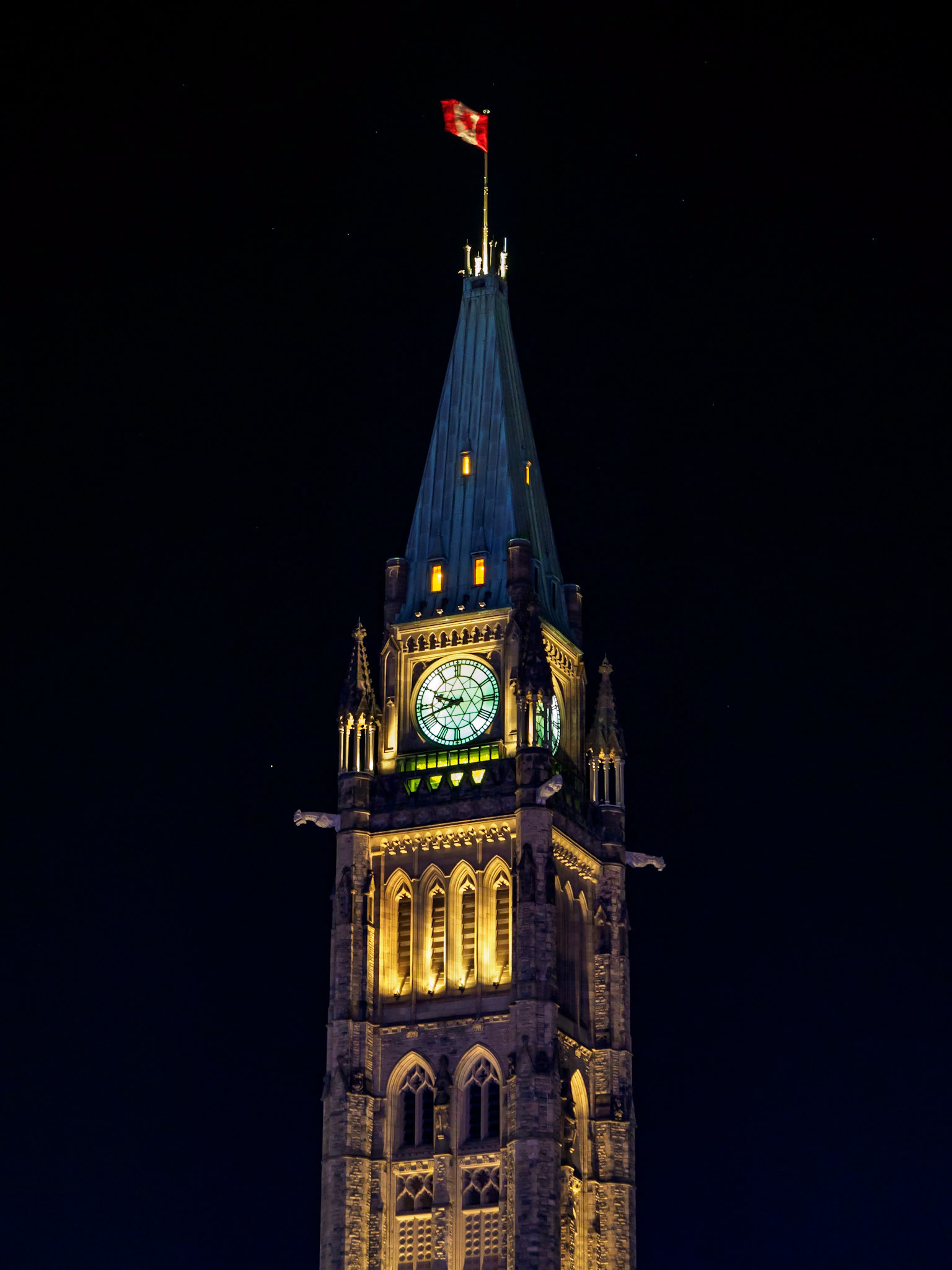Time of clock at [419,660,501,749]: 9:42
